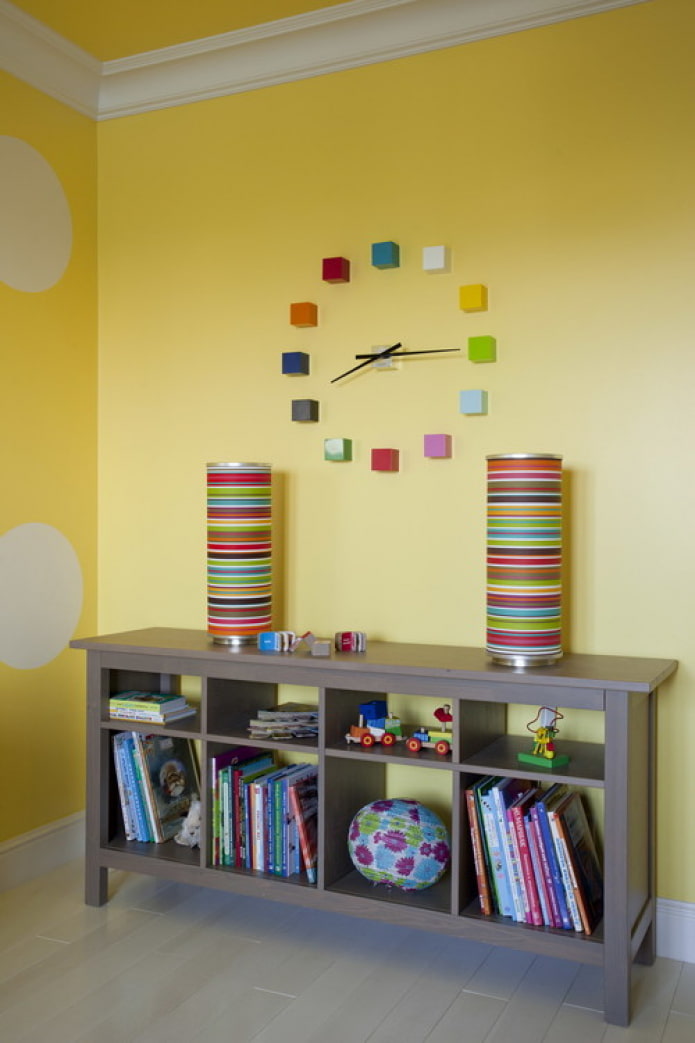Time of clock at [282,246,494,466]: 8:14
